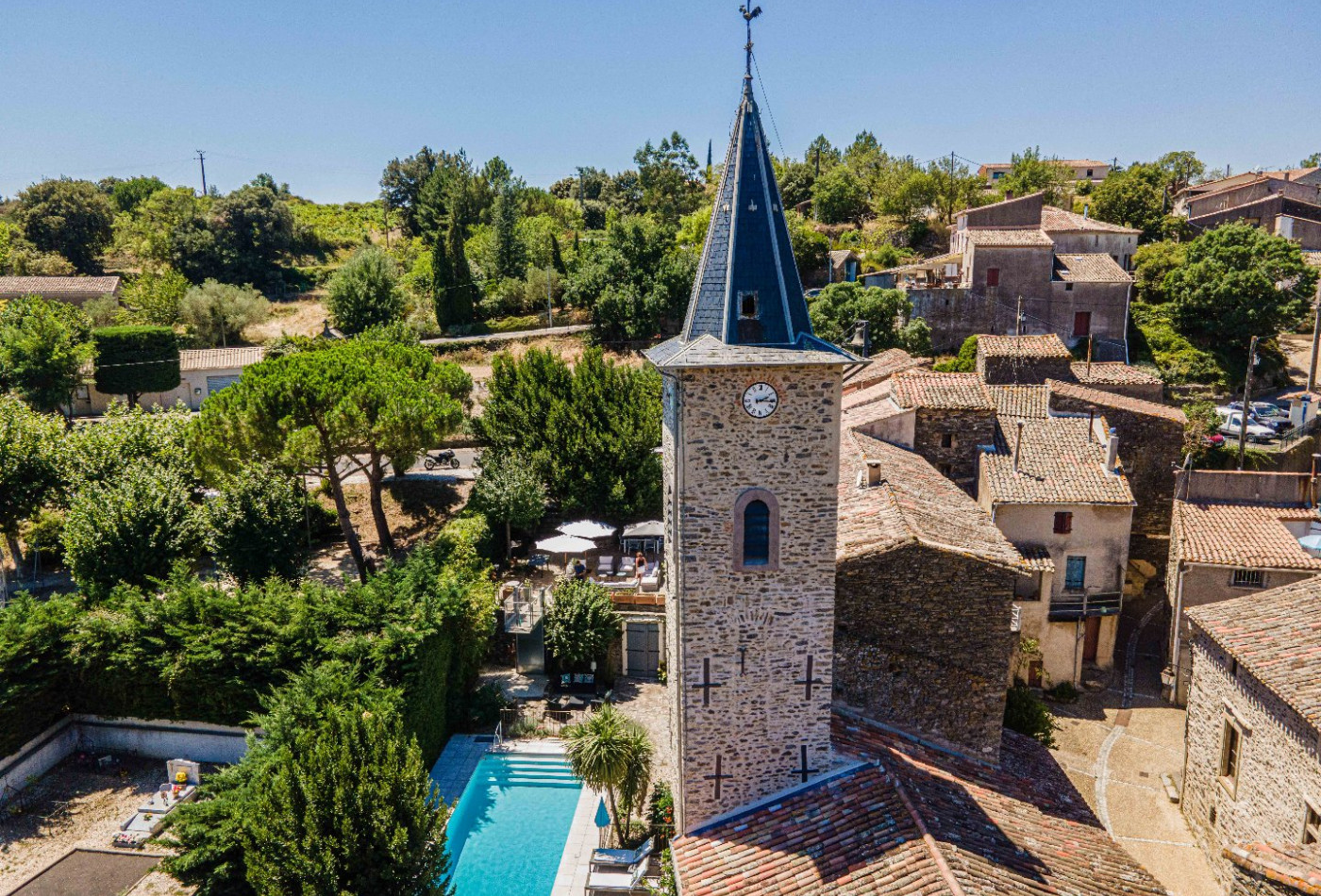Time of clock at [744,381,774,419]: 2:16
